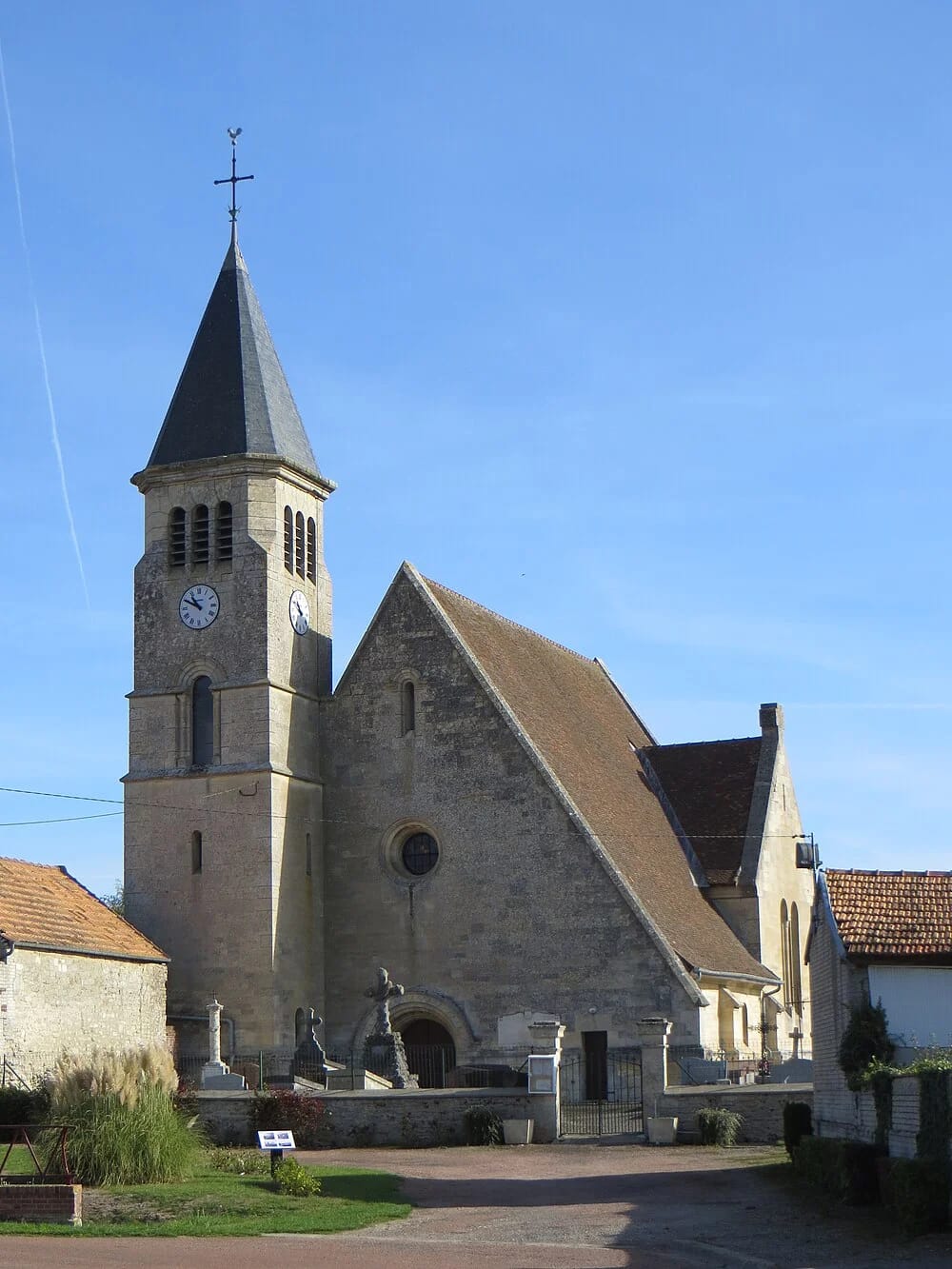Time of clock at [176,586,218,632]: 10:49
